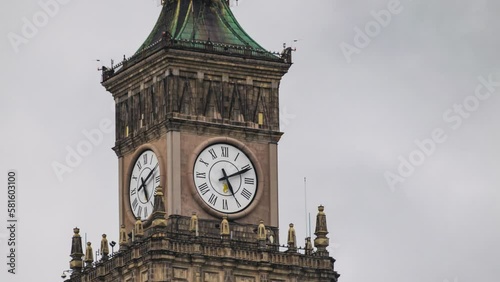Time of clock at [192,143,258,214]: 5:11
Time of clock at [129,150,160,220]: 5:11
